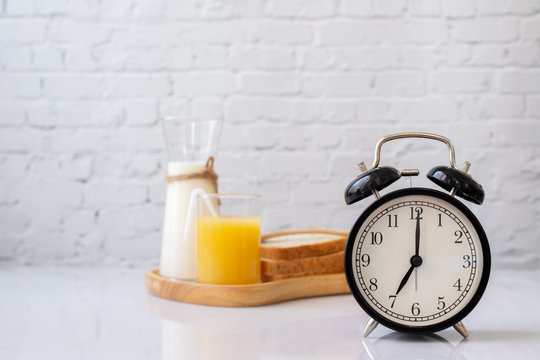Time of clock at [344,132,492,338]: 7:00
